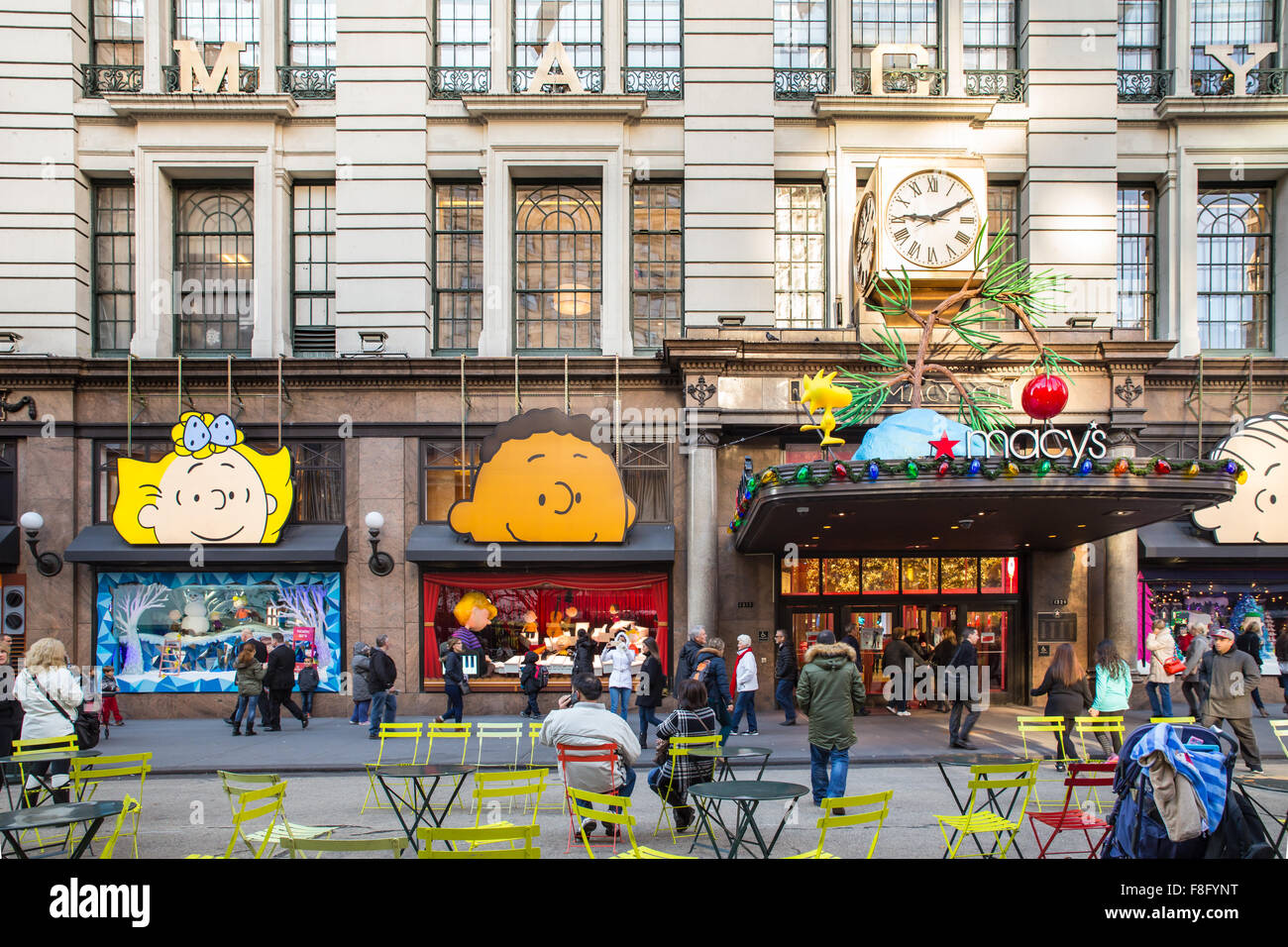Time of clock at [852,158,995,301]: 9:10
